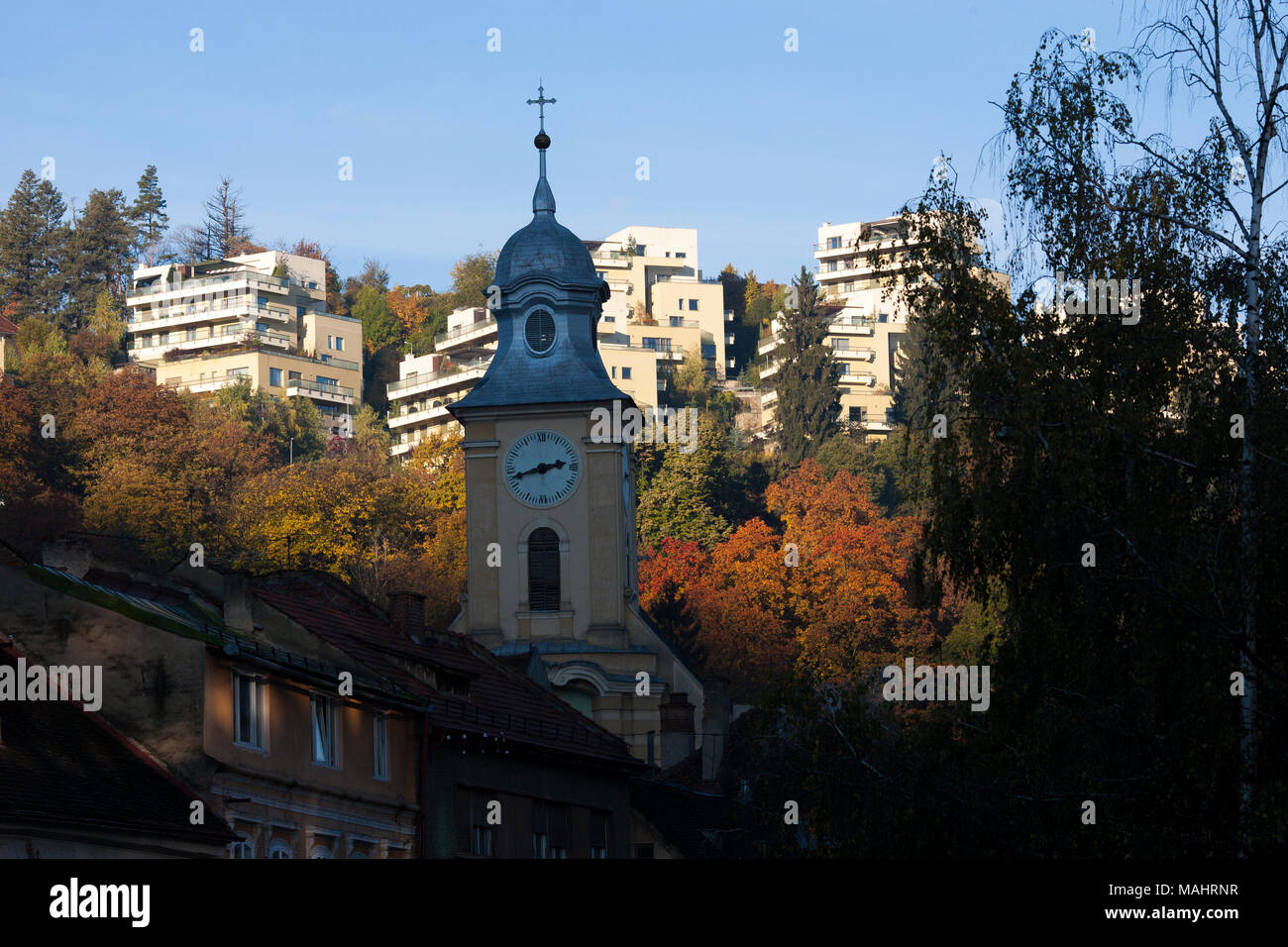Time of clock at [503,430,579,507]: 2:42
